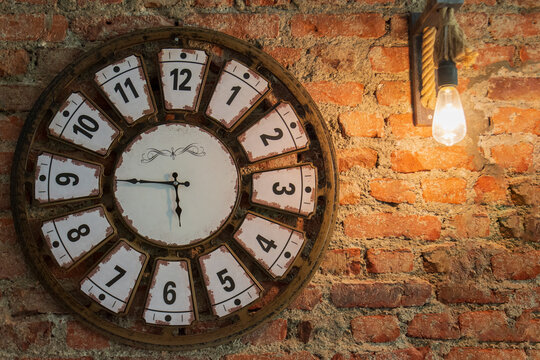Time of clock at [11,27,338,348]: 5:45
